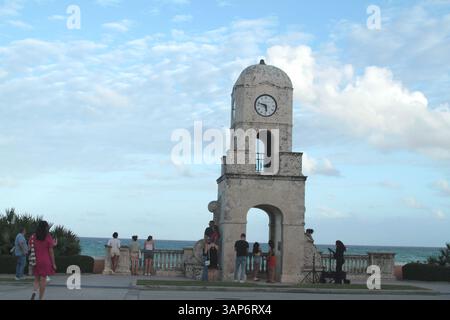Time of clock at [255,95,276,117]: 5:47
